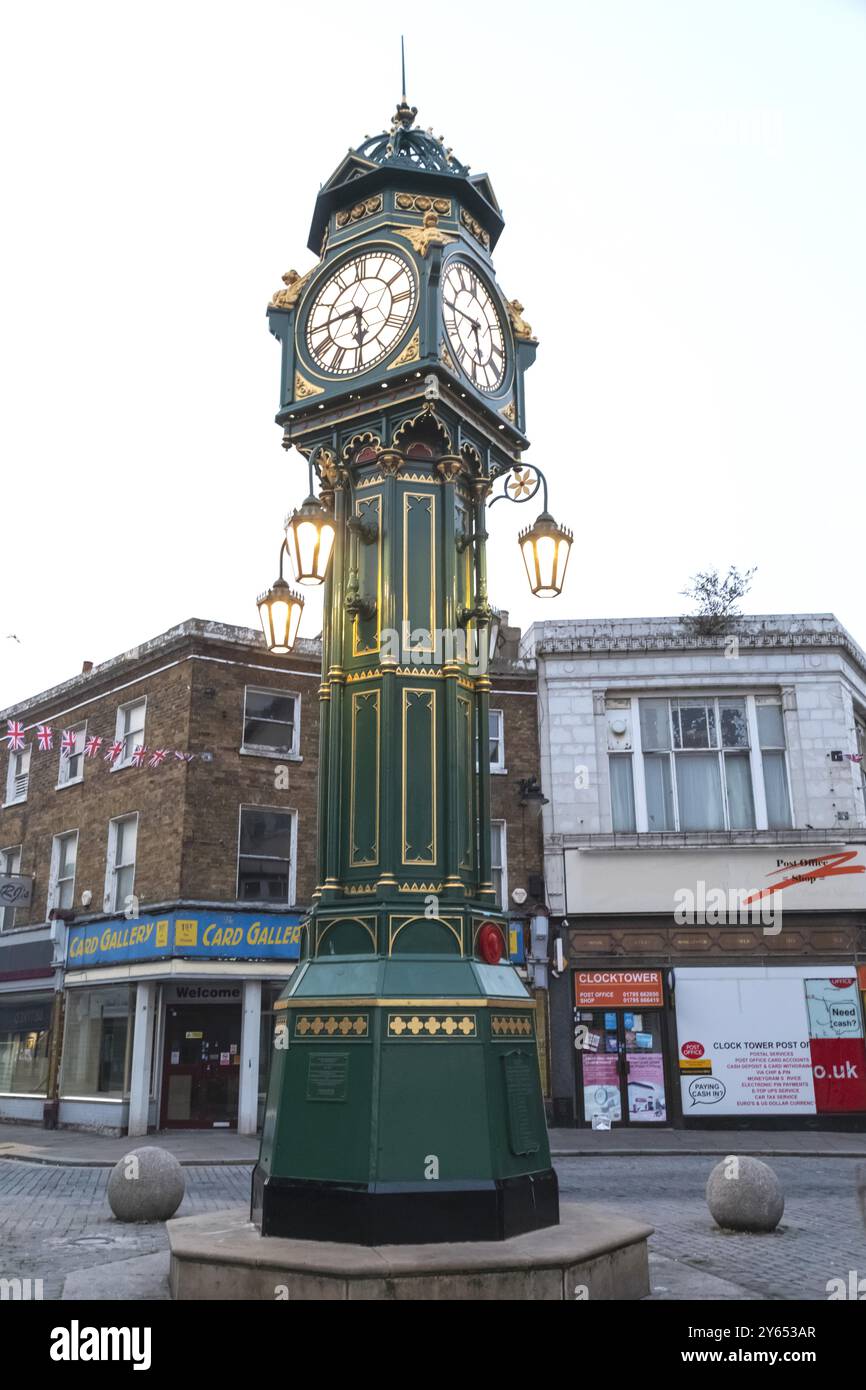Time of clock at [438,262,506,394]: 5:45
